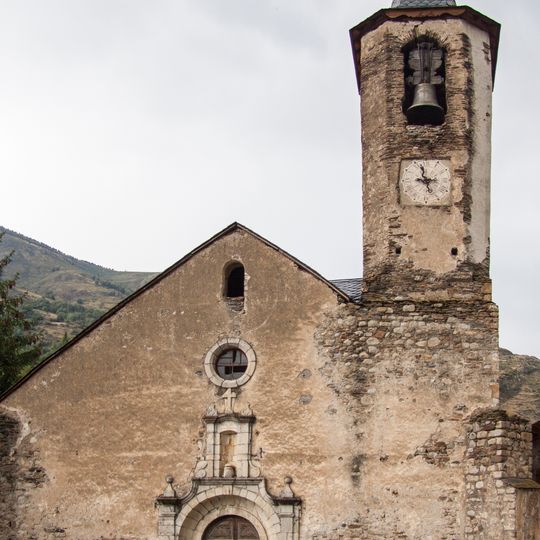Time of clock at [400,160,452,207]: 8:57
